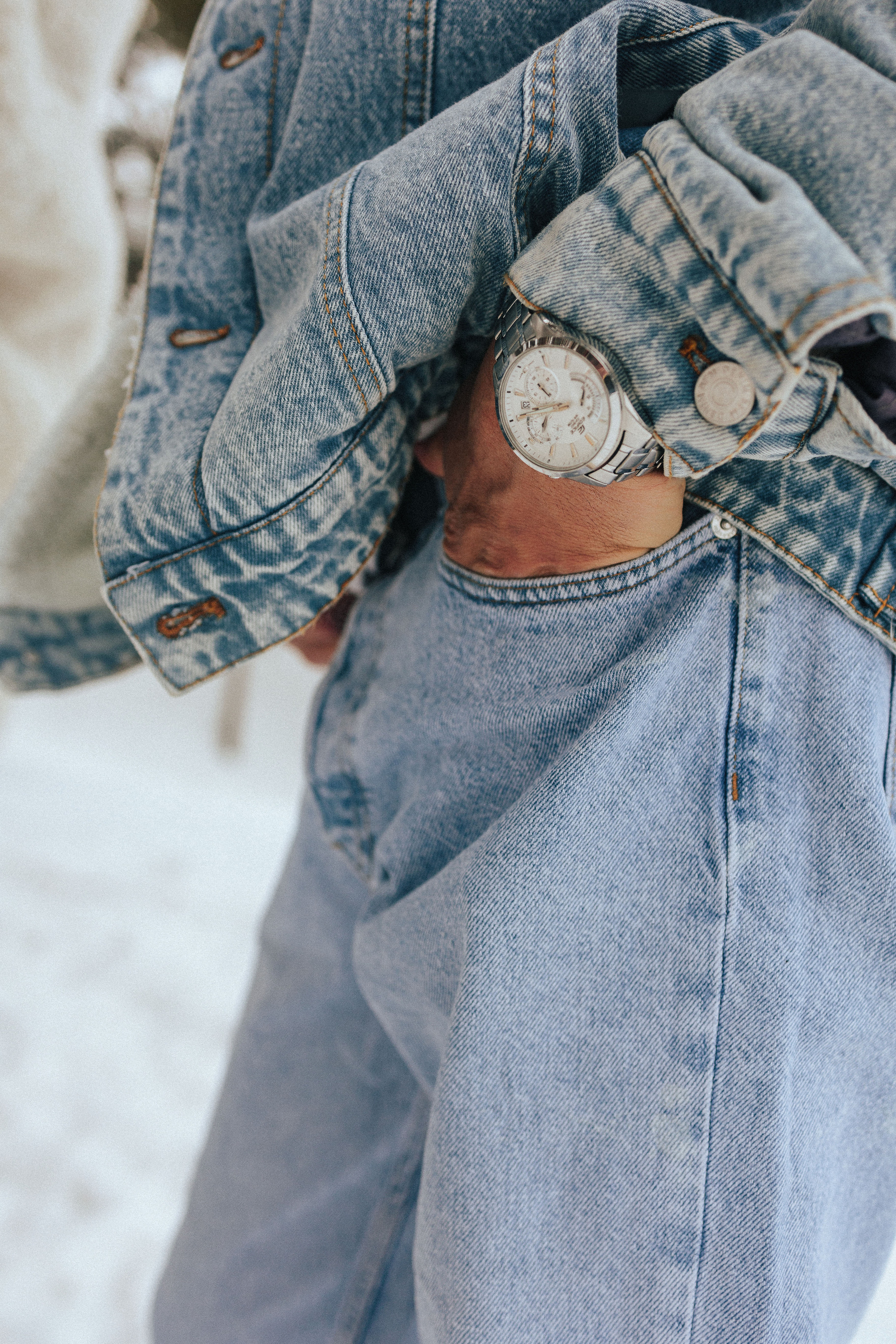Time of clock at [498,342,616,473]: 10:40
